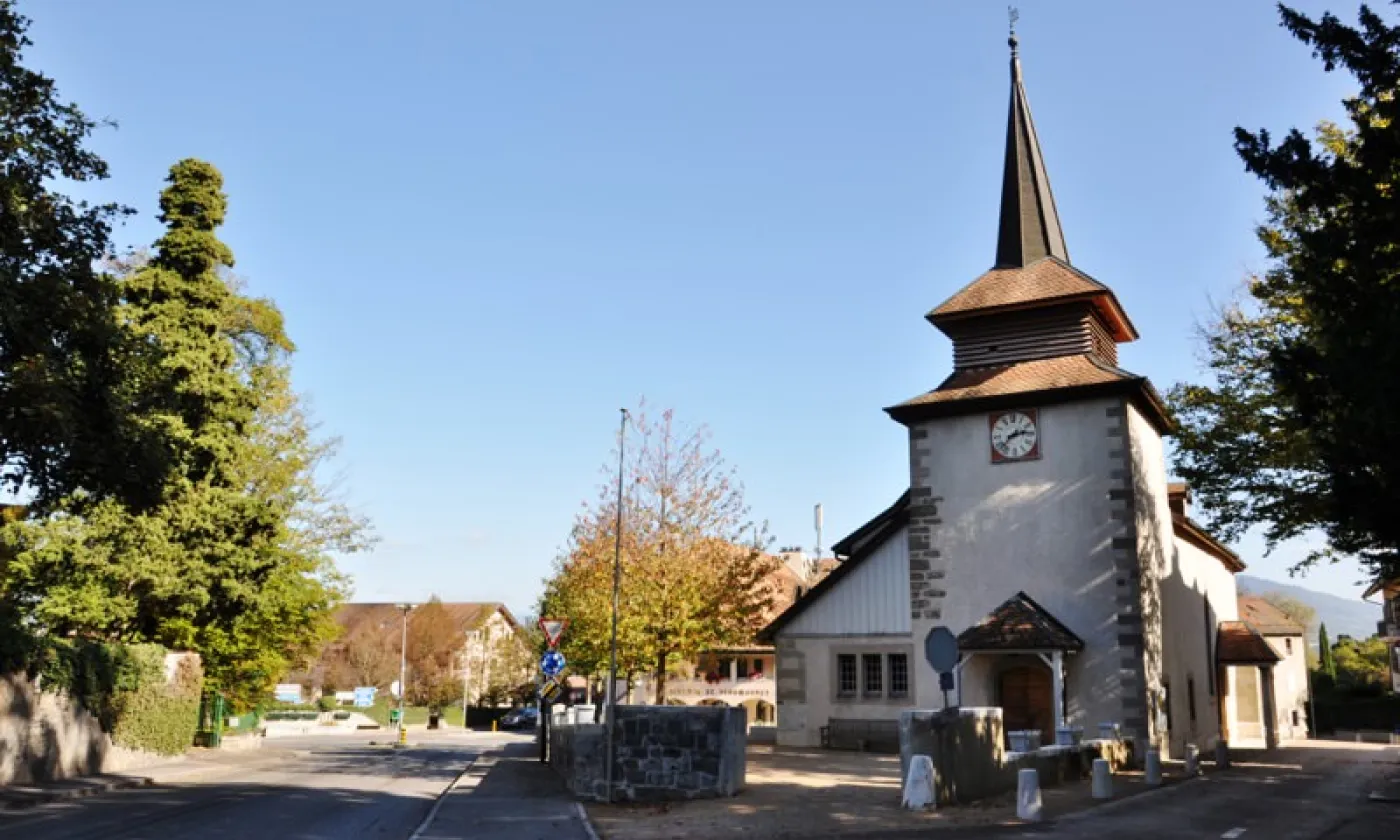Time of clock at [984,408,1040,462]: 2:38
